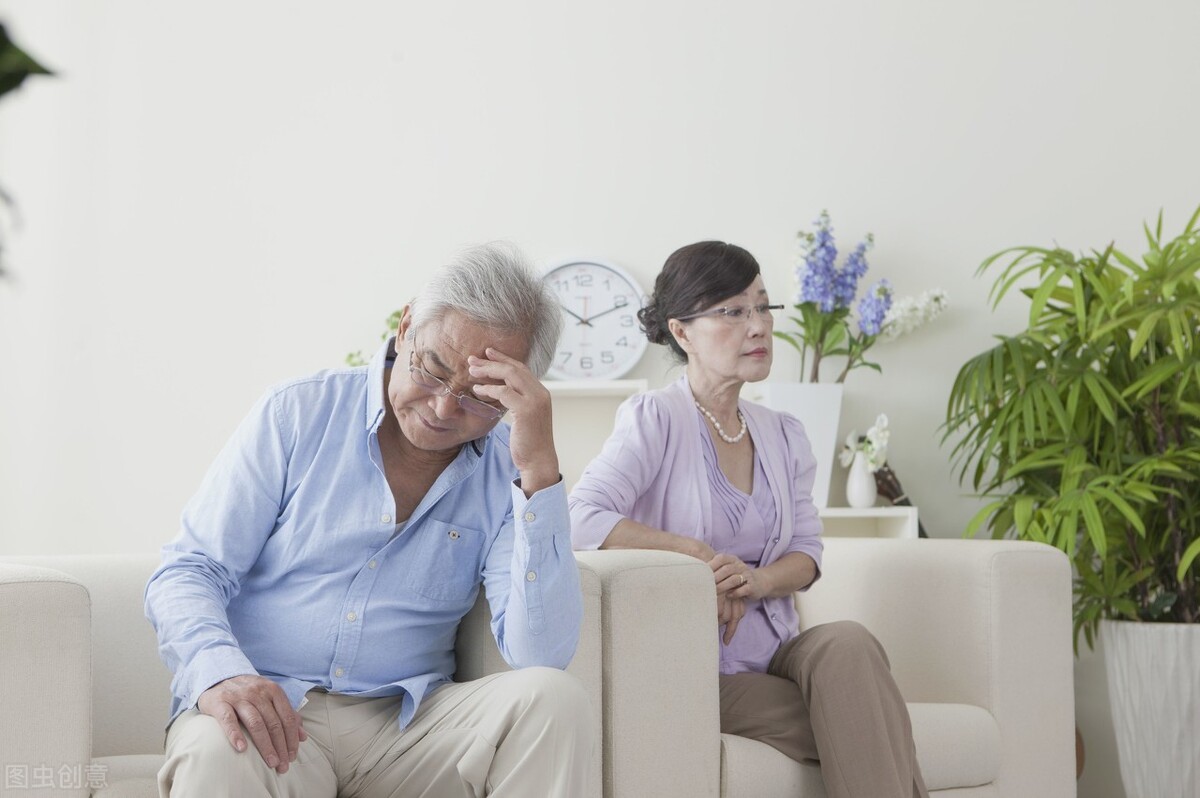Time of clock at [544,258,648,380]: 10:11
